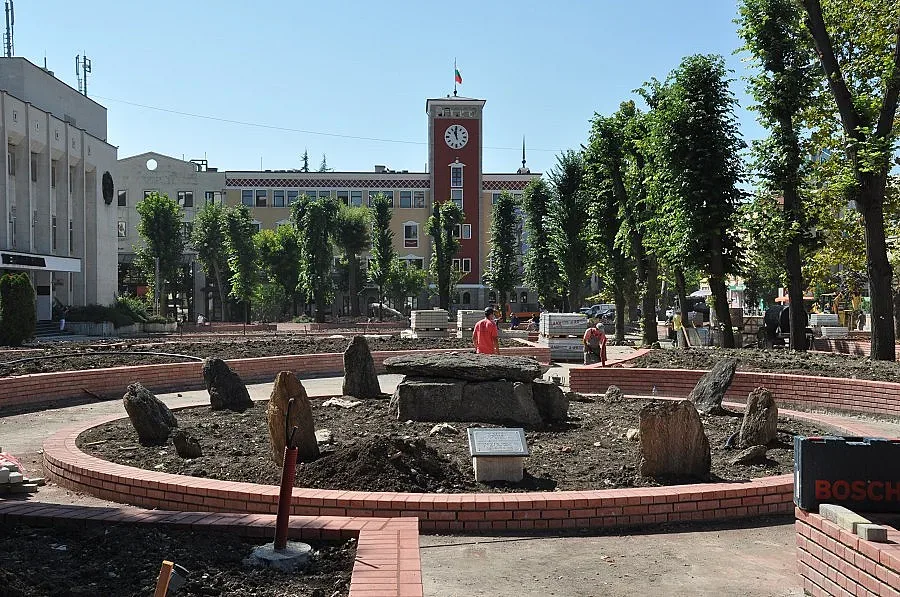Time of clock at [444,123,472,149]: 10:59
